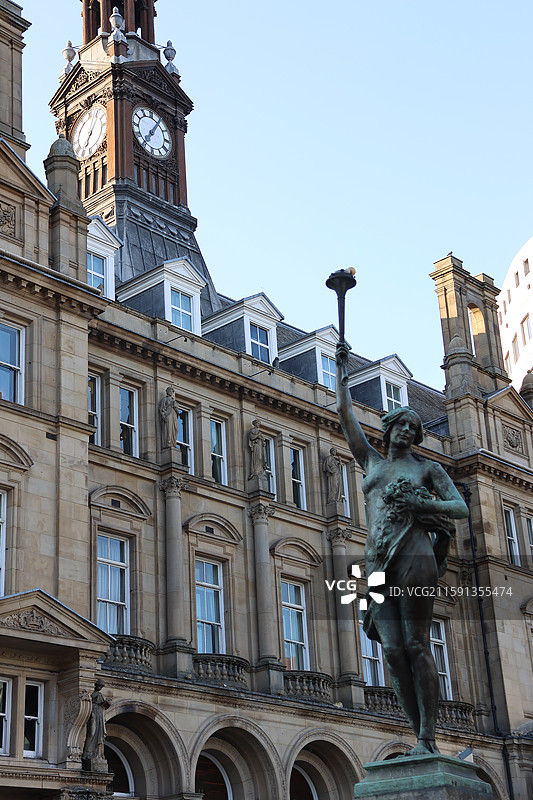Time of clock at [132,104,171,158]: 7:05
